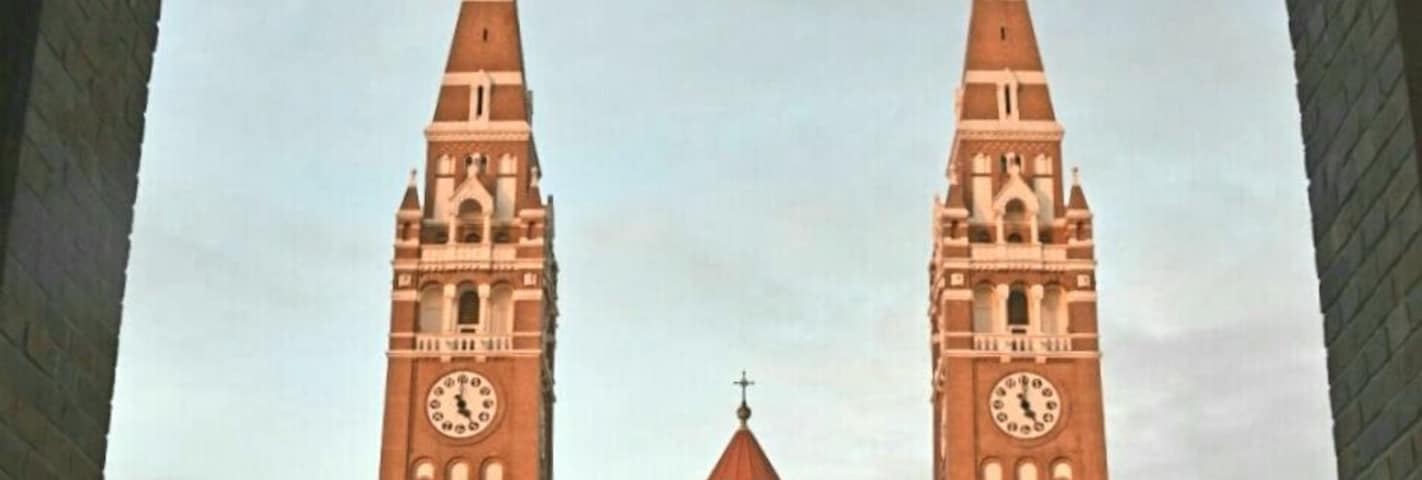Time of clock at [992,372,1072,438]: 5:00
